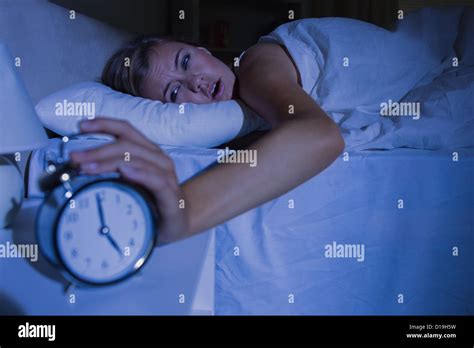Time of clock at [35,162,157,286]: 4:59
